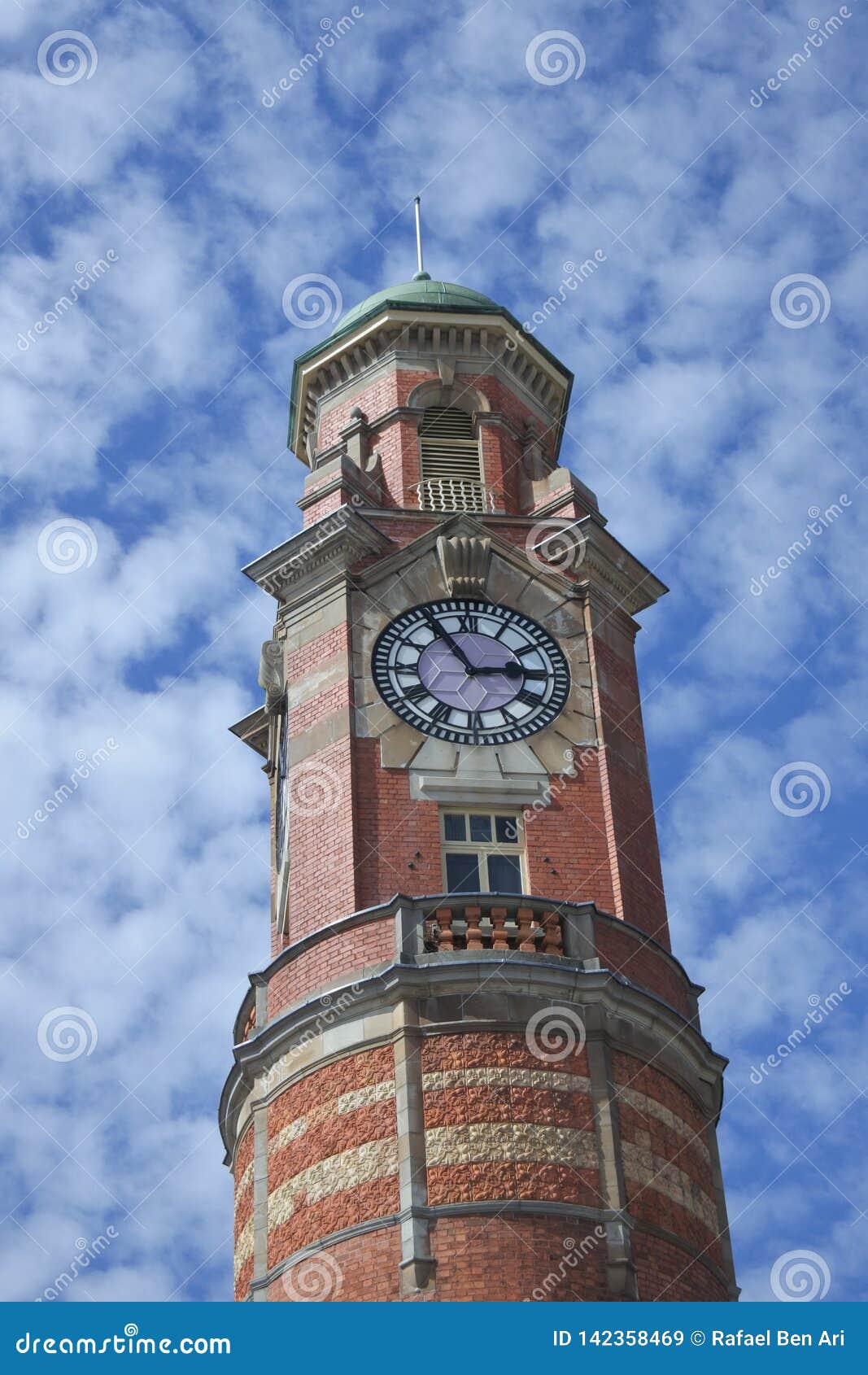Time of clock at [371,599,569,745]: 2:54
